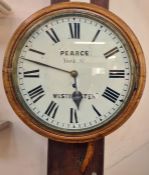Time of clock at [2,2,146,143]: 5:47
